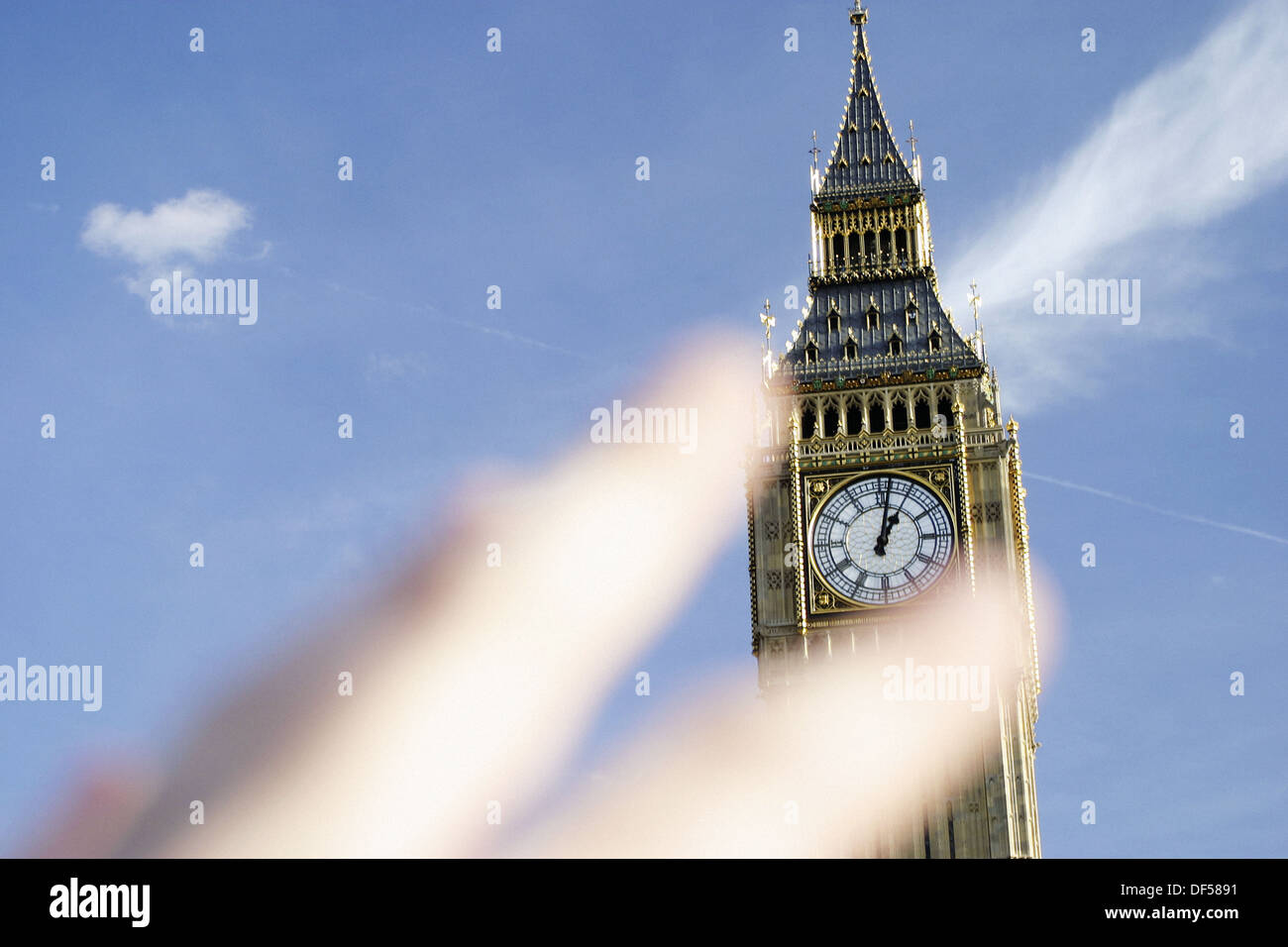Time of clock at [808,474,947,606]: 1:02
